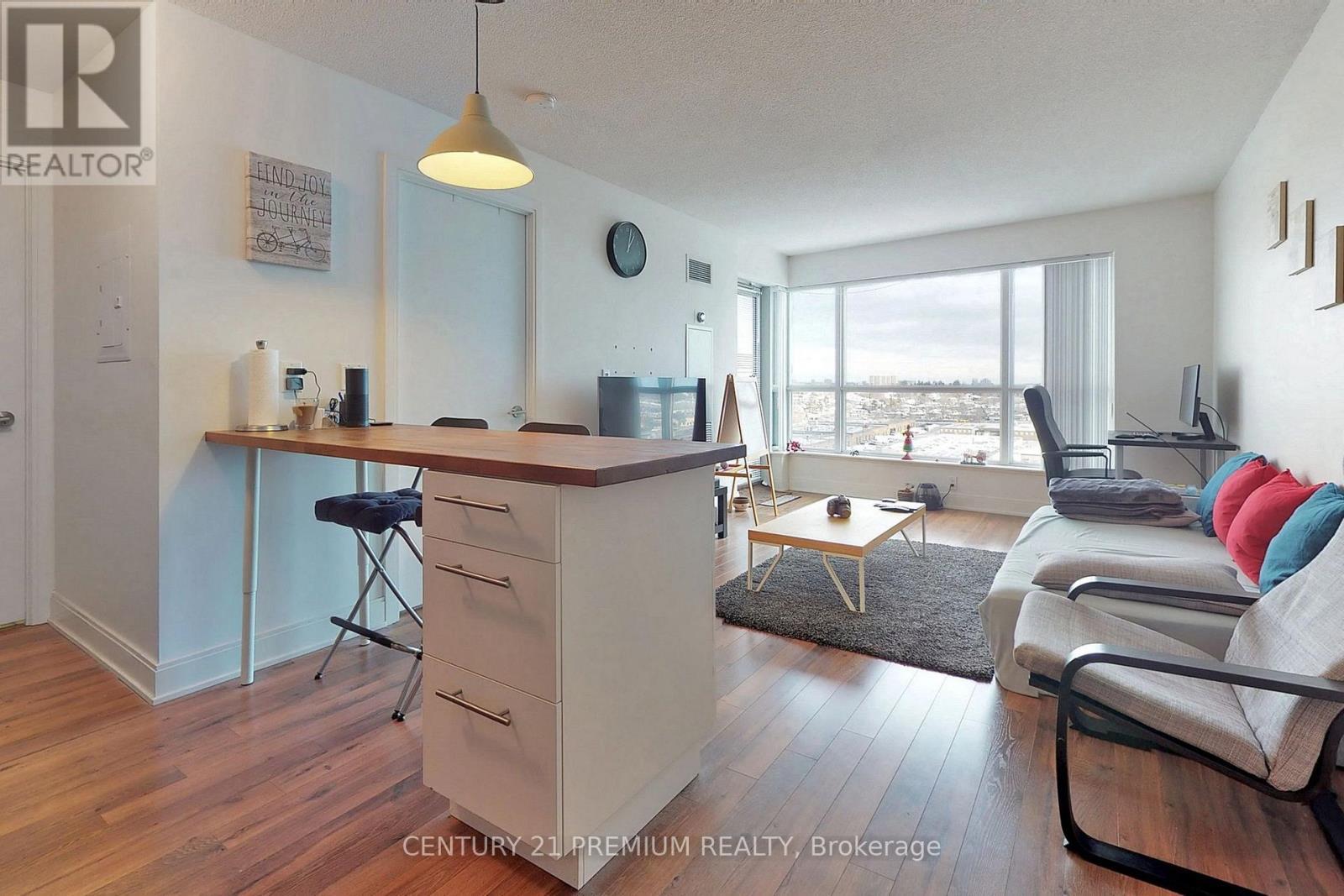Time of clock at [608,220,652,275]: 1:02
